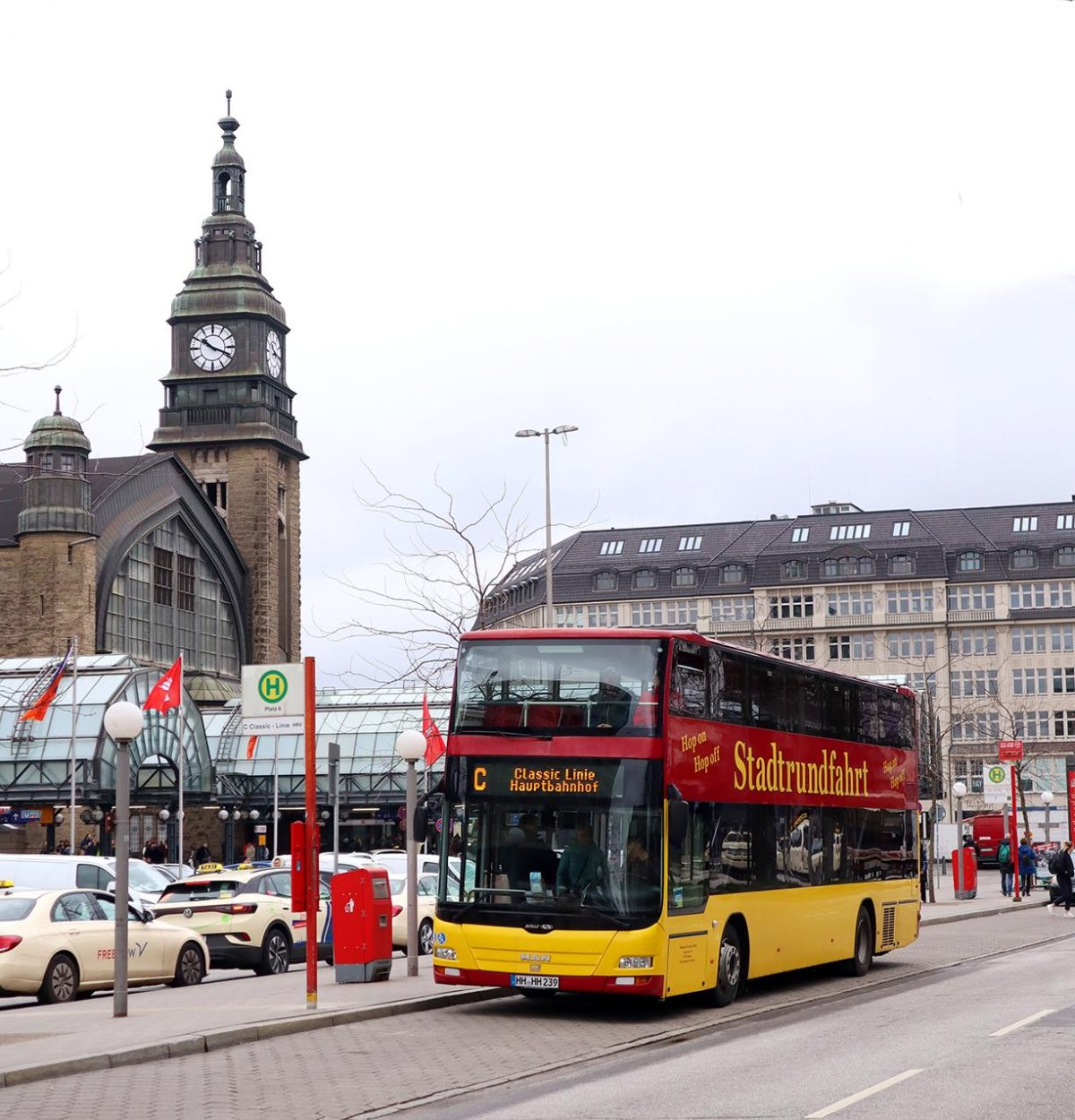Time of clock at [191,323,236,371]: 10:18
